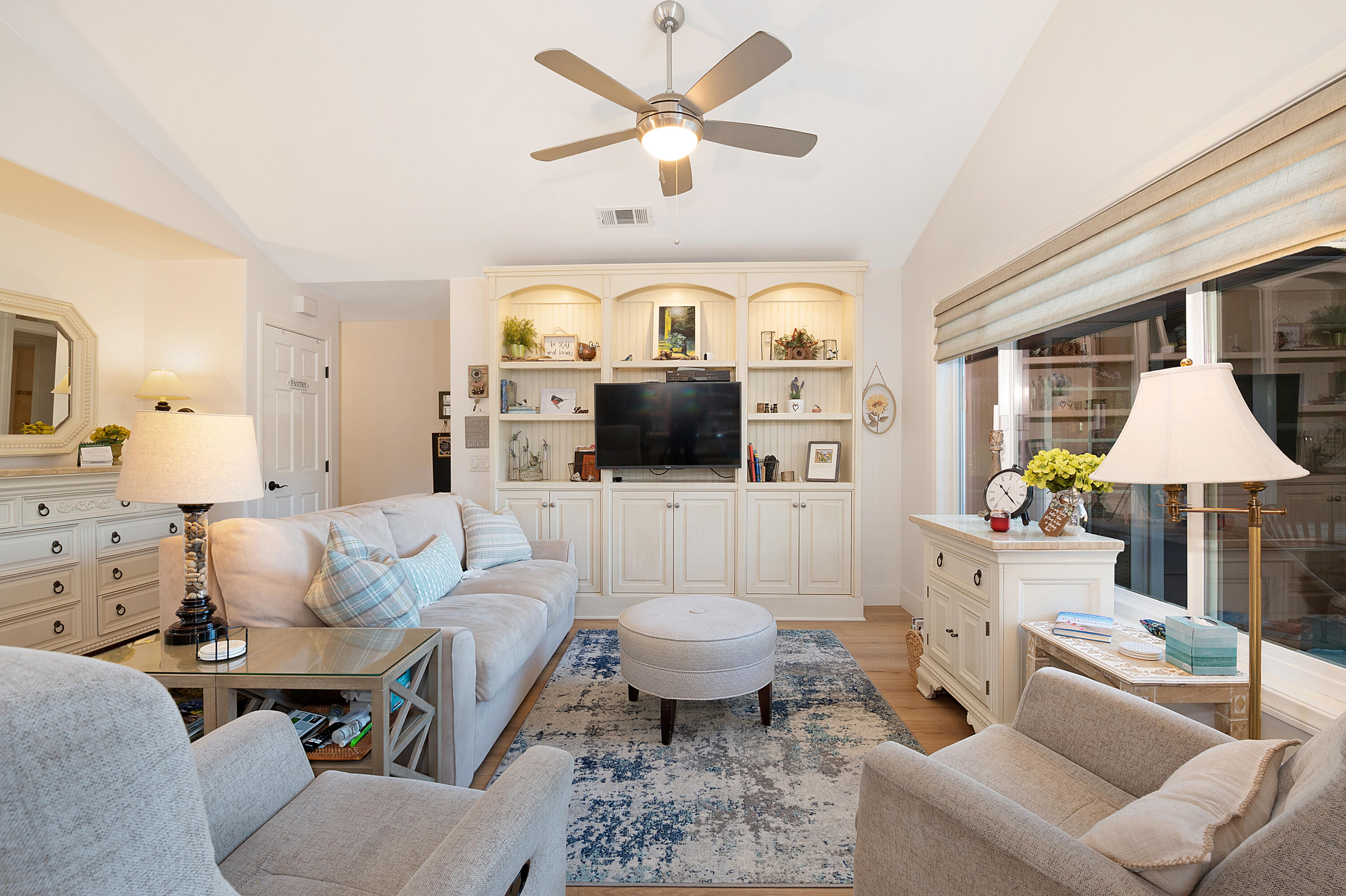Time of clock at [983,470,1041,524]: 10:21
